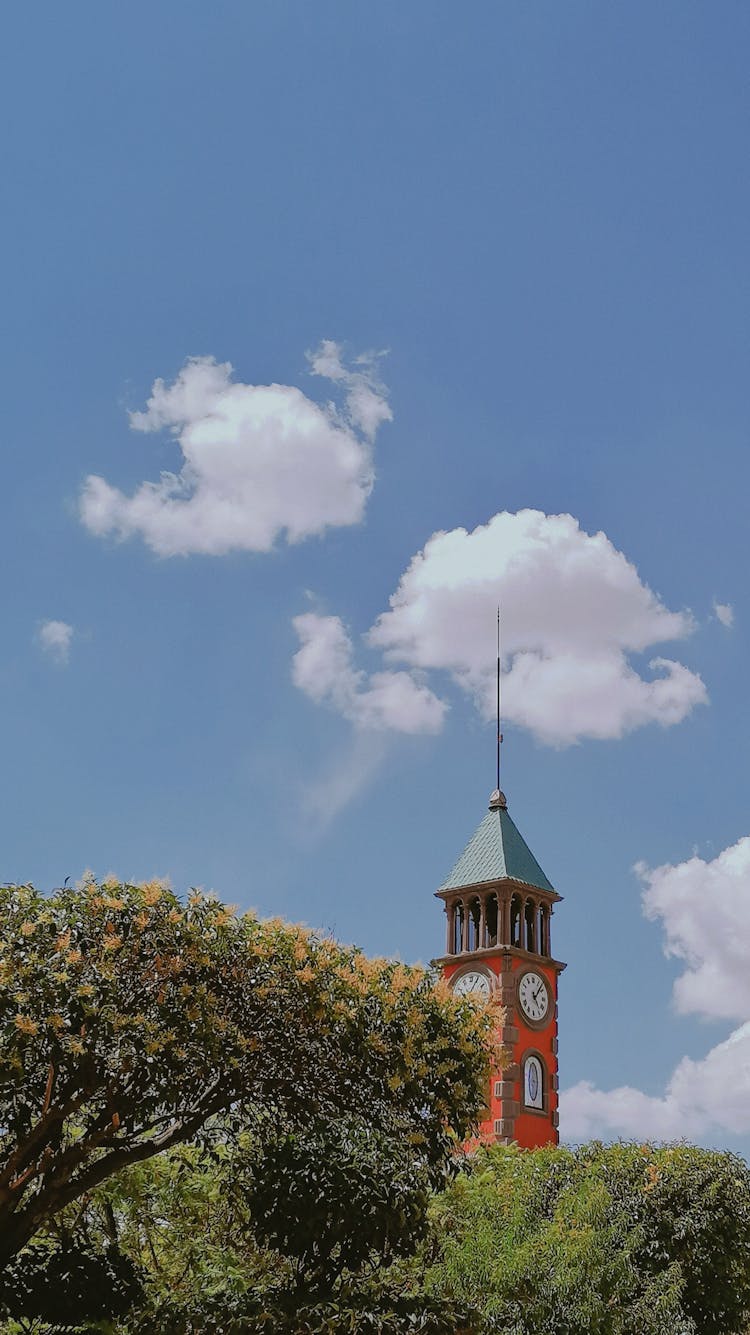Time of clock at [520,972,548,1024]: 5:07
